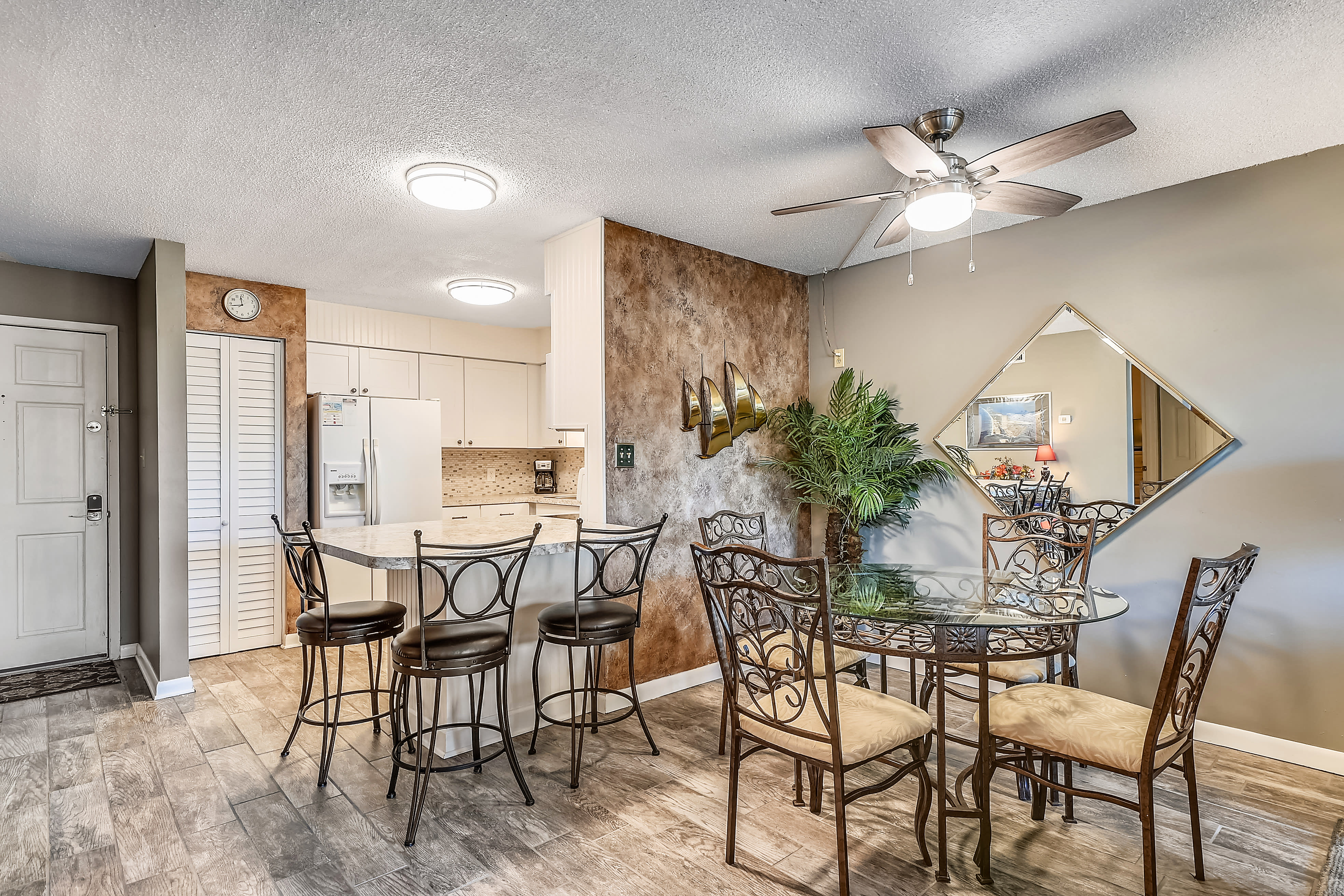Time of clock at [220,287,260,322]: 11:43
